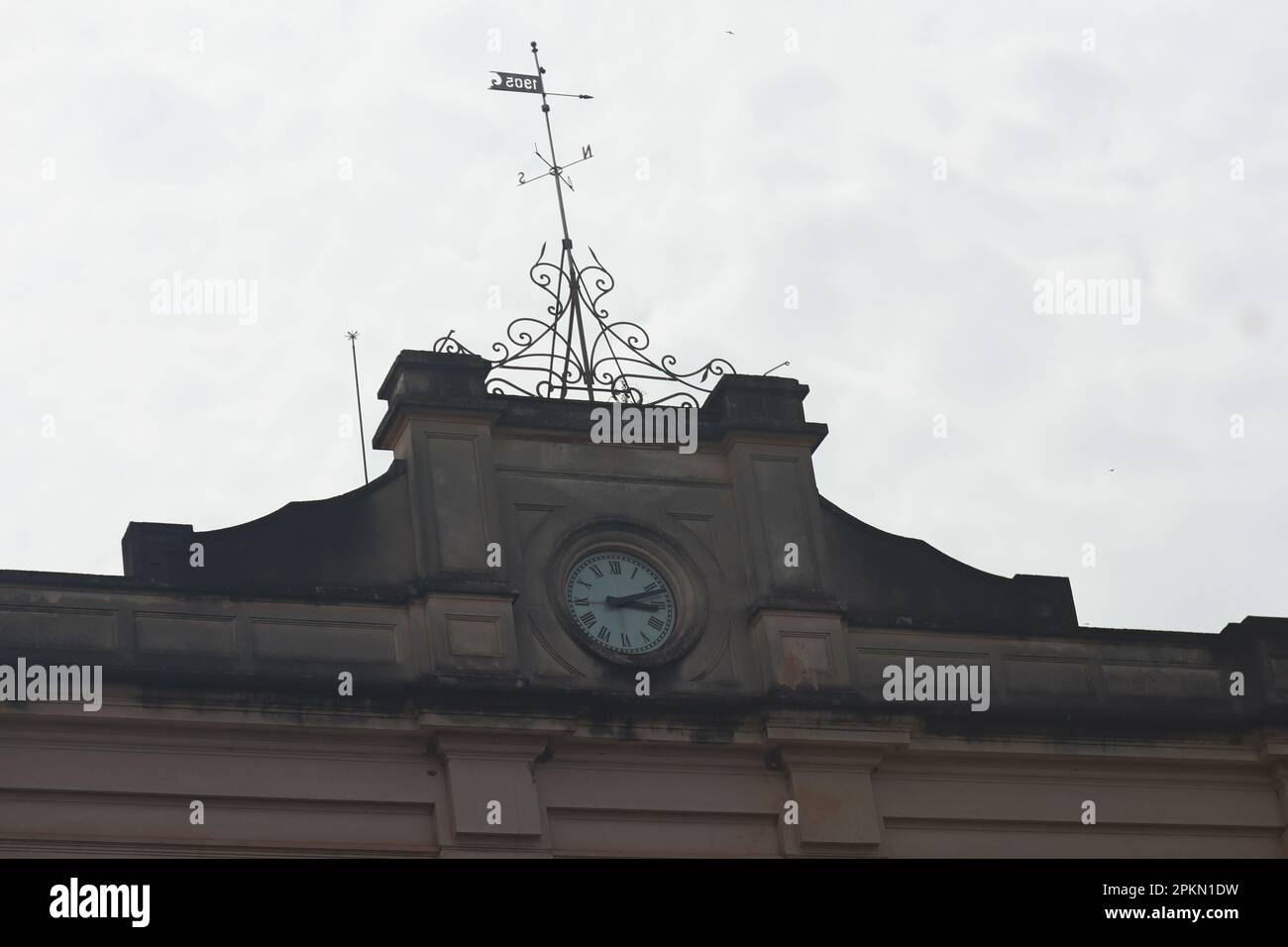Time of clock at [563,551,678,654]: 3:11
